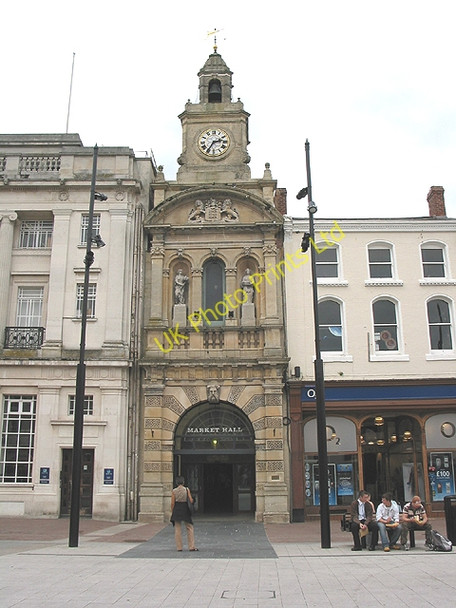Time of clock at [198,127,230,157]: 2:35
